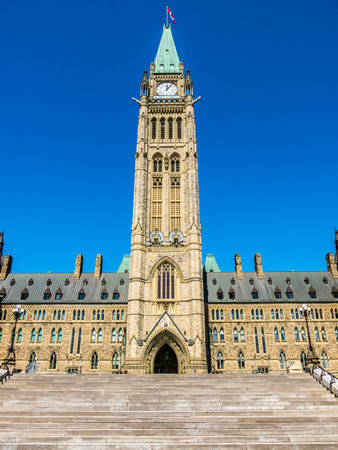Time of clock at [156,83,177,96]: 12:06
